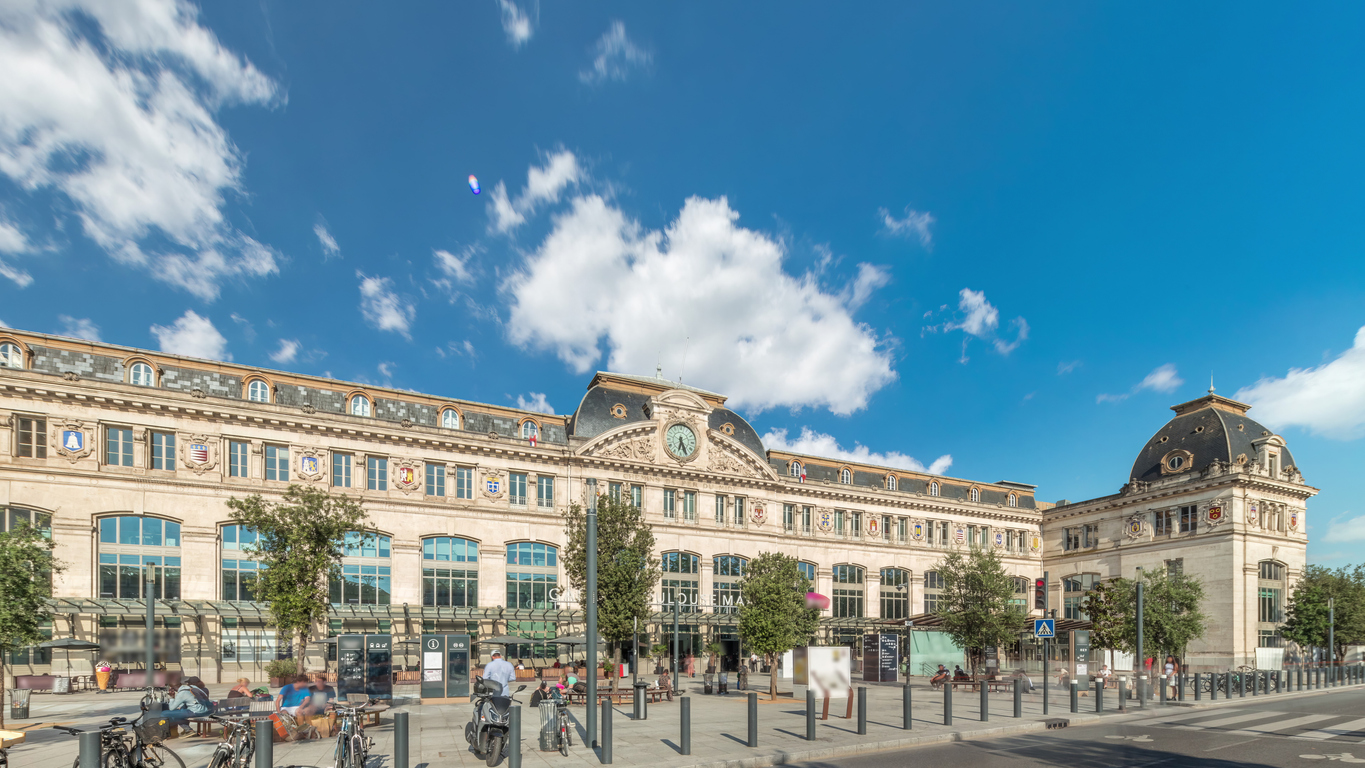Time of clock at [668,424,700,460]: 6:26
